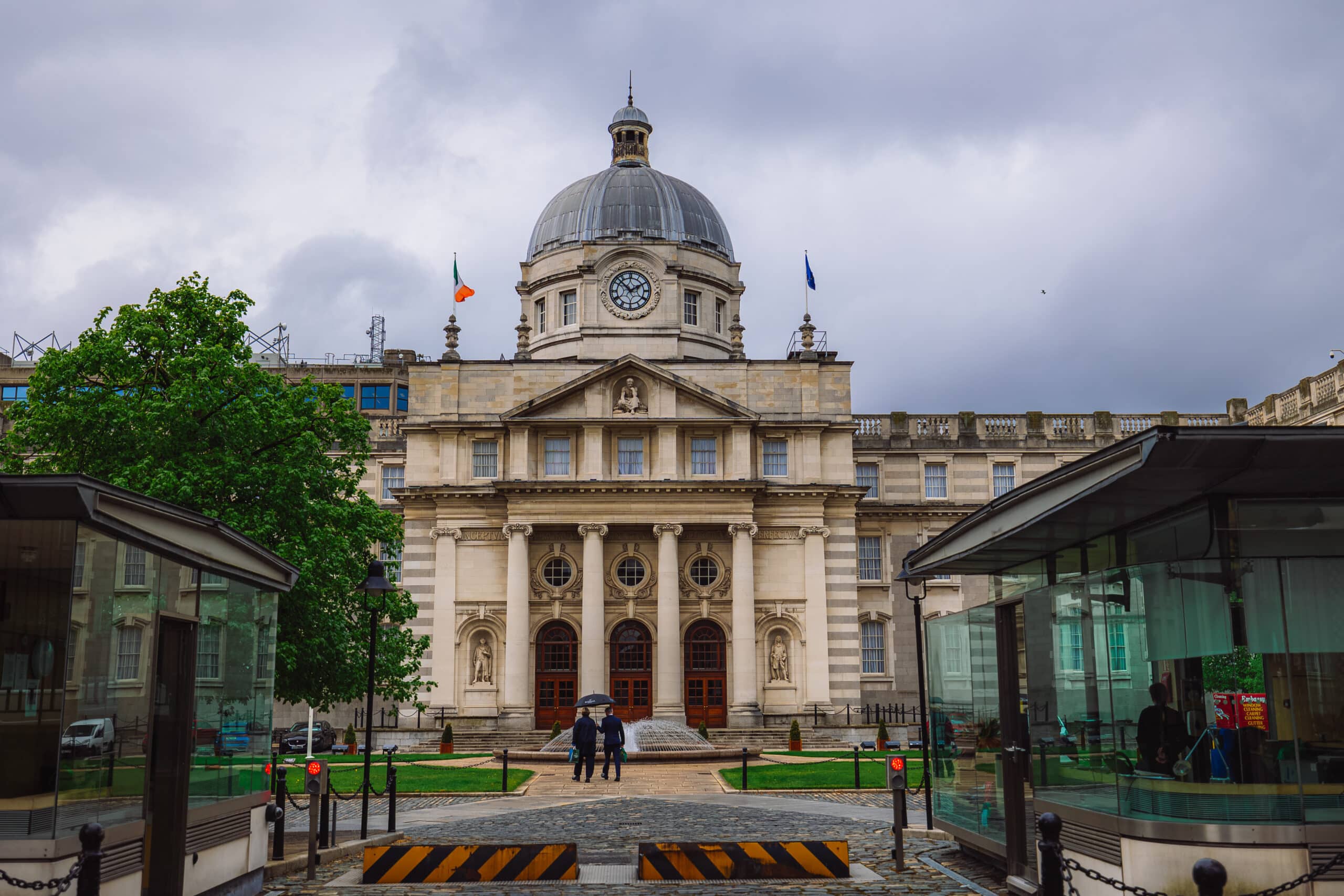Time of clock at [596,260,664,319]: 1:52
